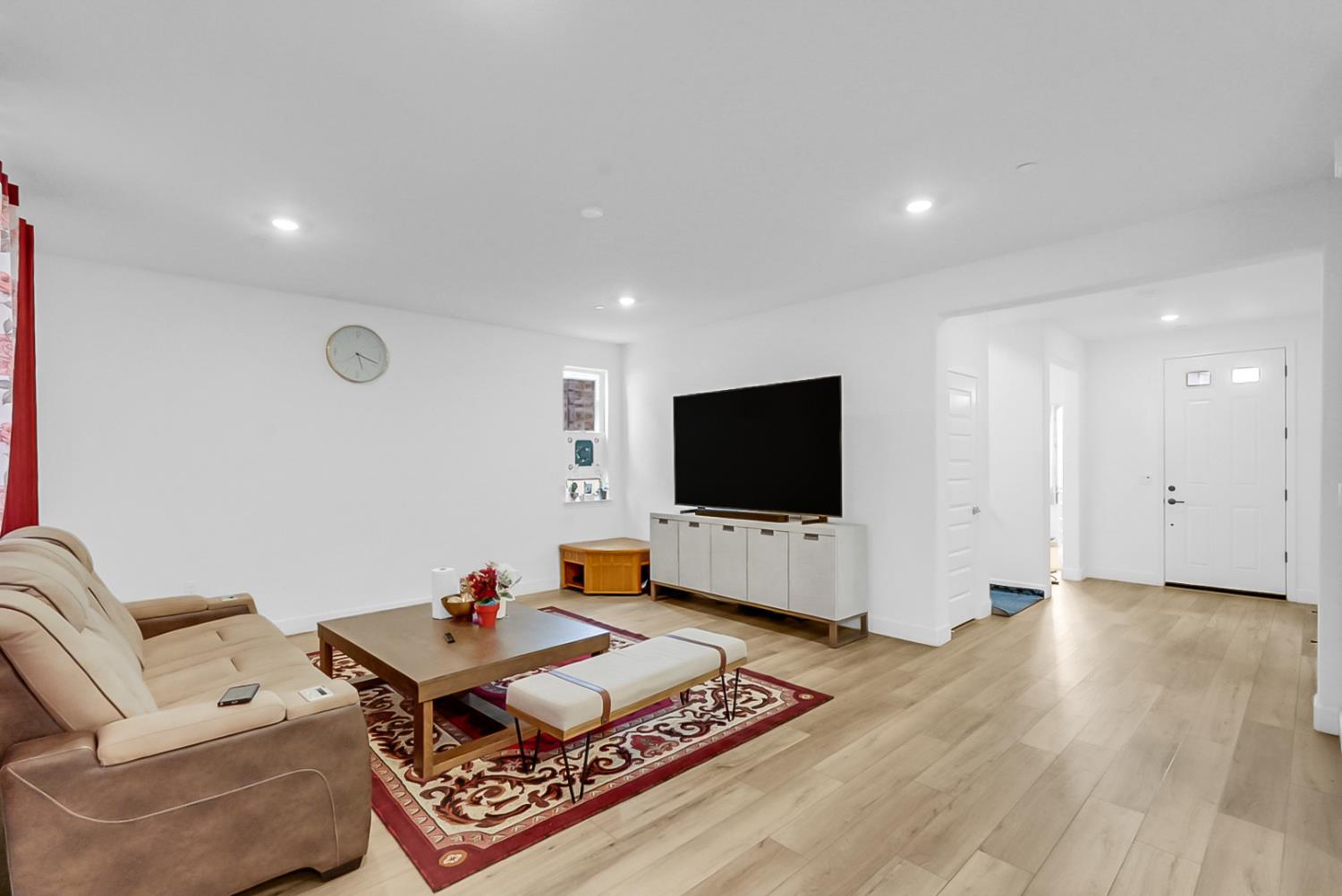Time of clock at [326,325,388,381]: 5:18
